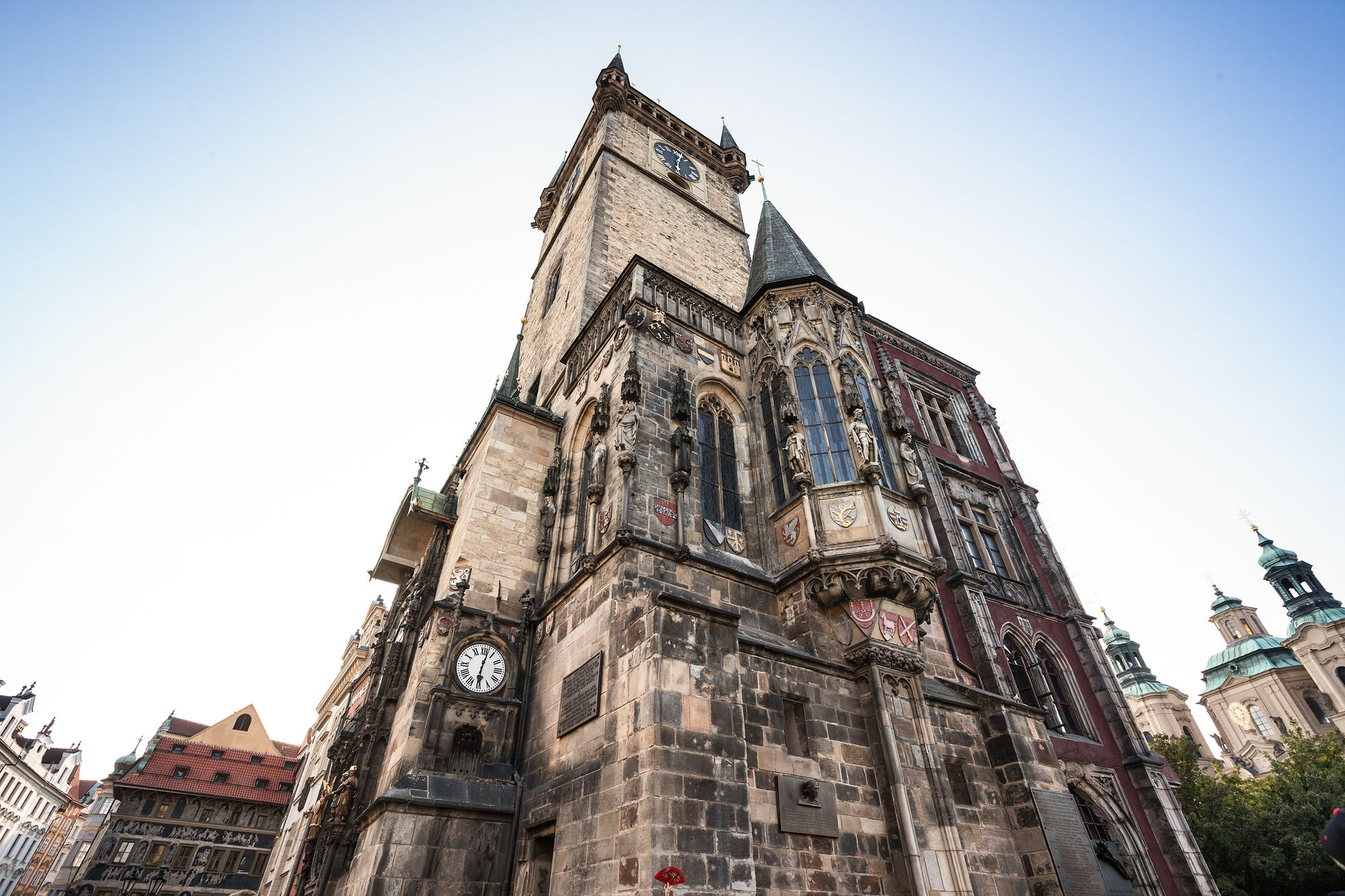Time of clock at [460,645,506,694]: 6:02
